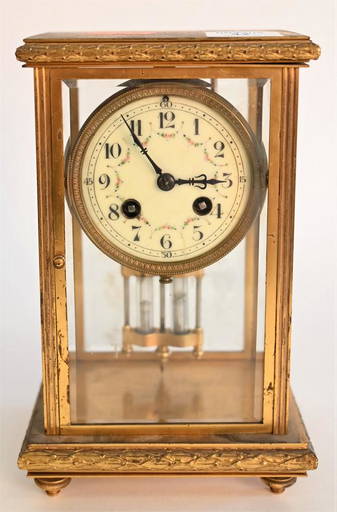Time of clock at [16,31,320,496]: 2:54
